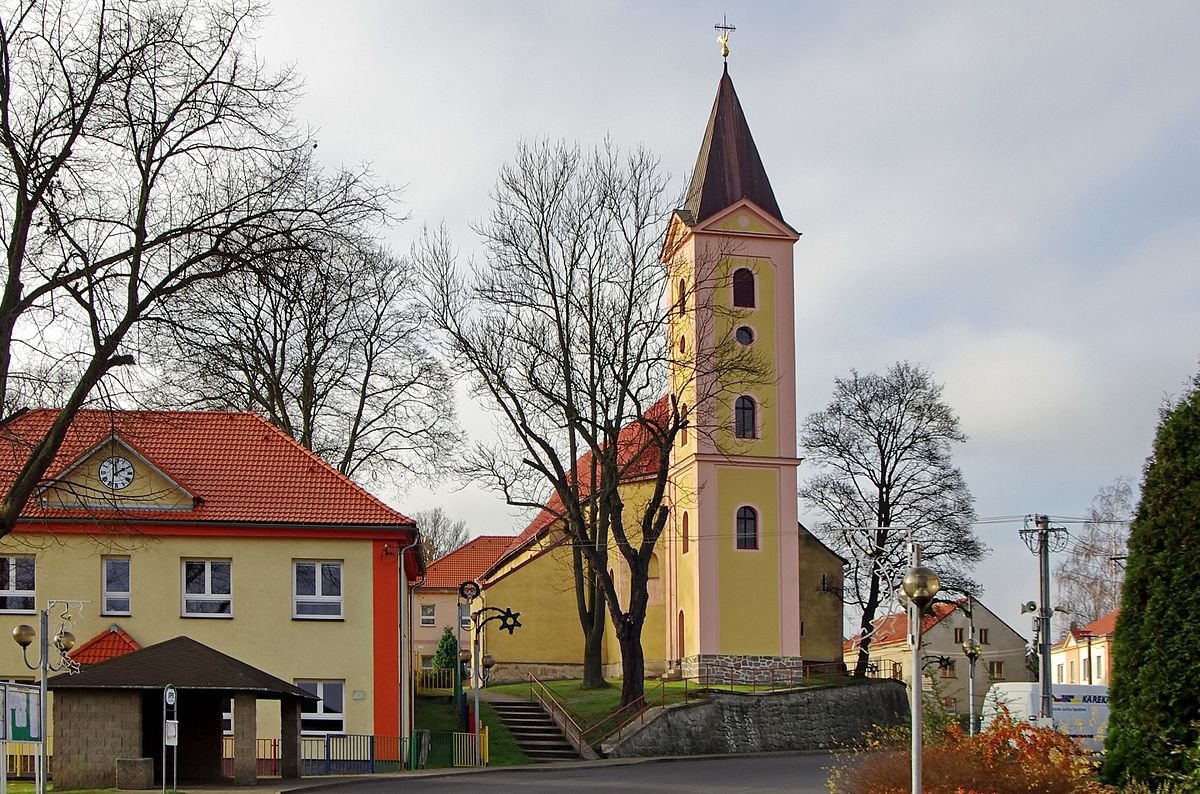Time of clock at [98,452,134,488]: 1:59
